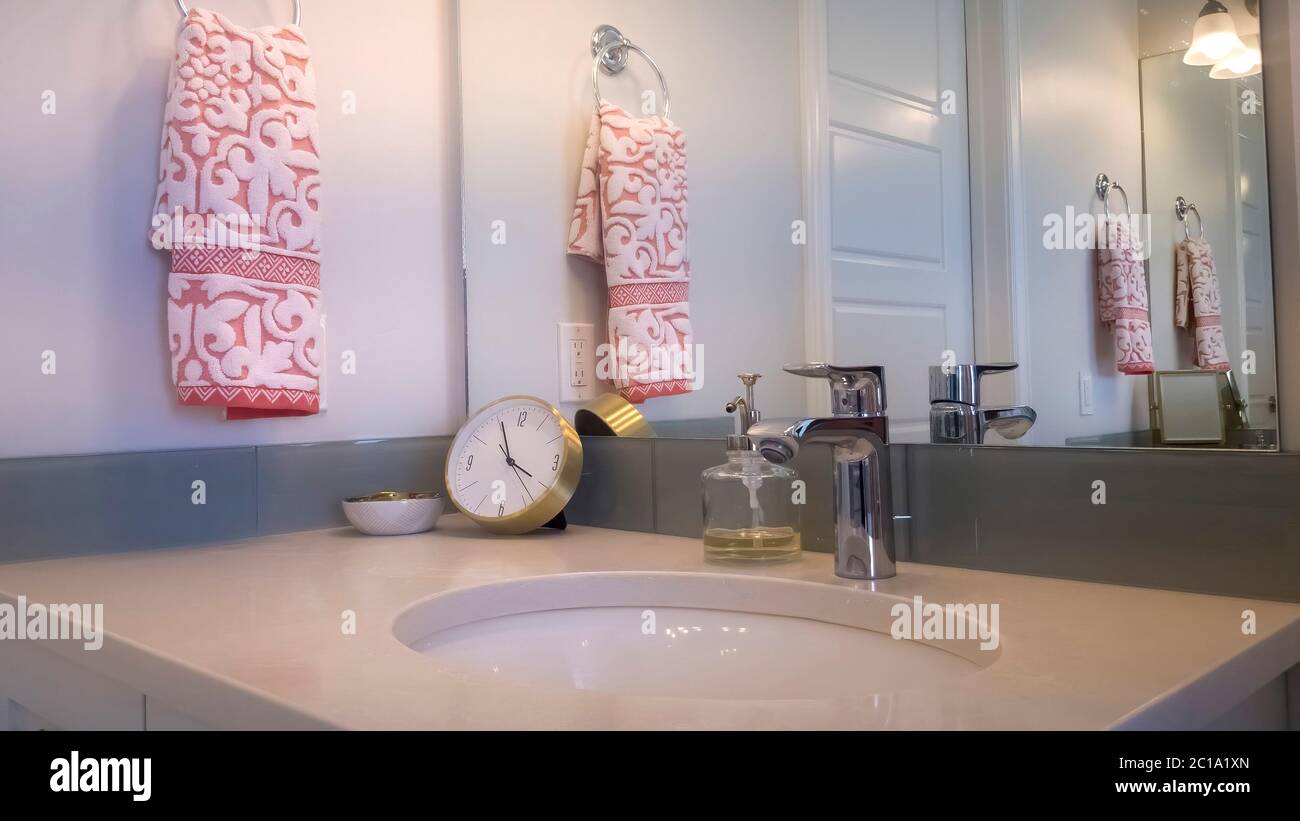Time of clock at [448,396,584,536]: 3:56
